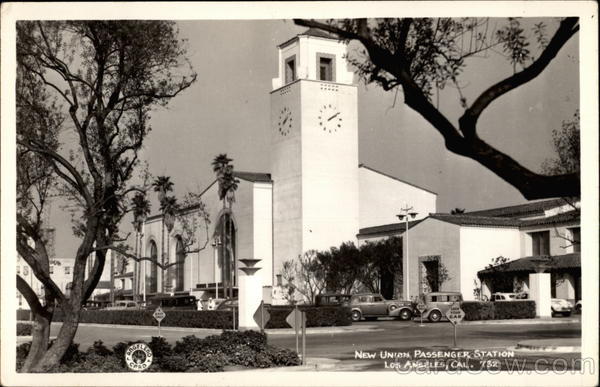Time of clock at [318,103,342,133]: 2:09
